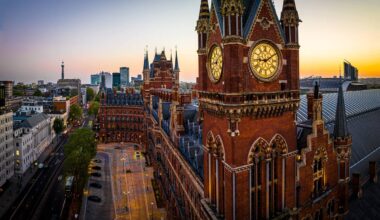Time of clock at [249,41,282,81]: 9:10
